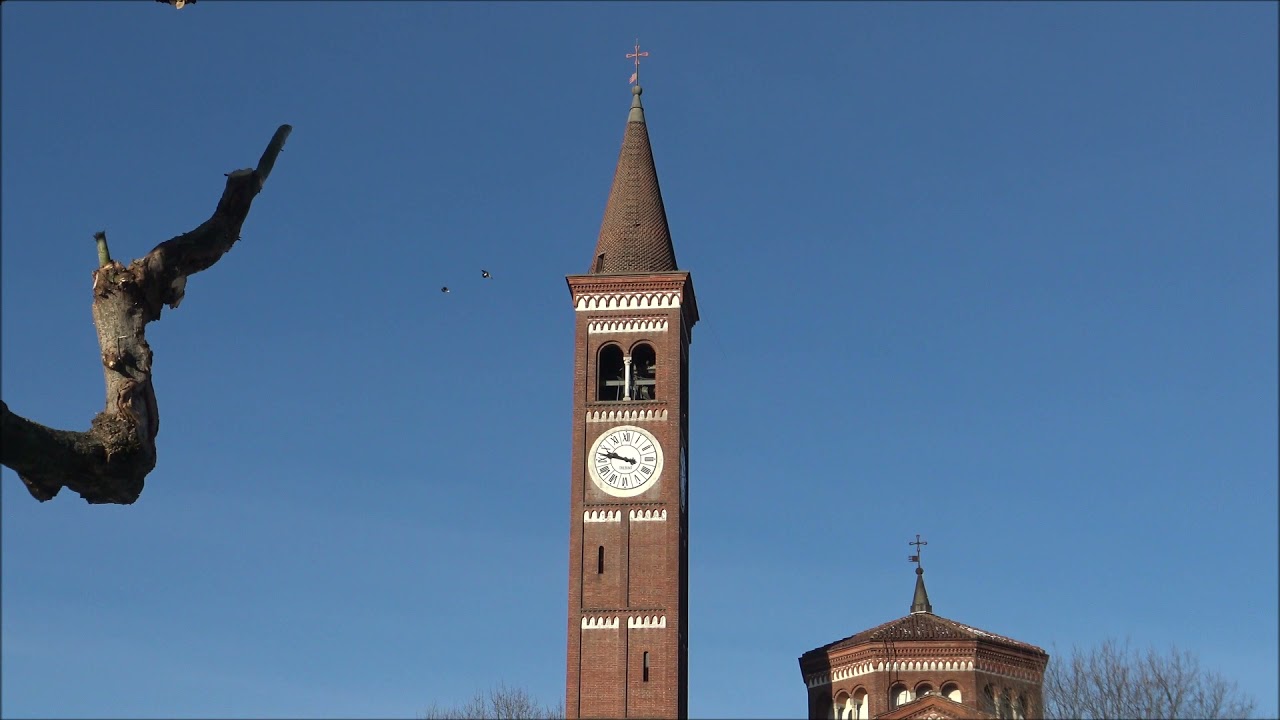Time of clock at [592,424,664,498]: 9:47
